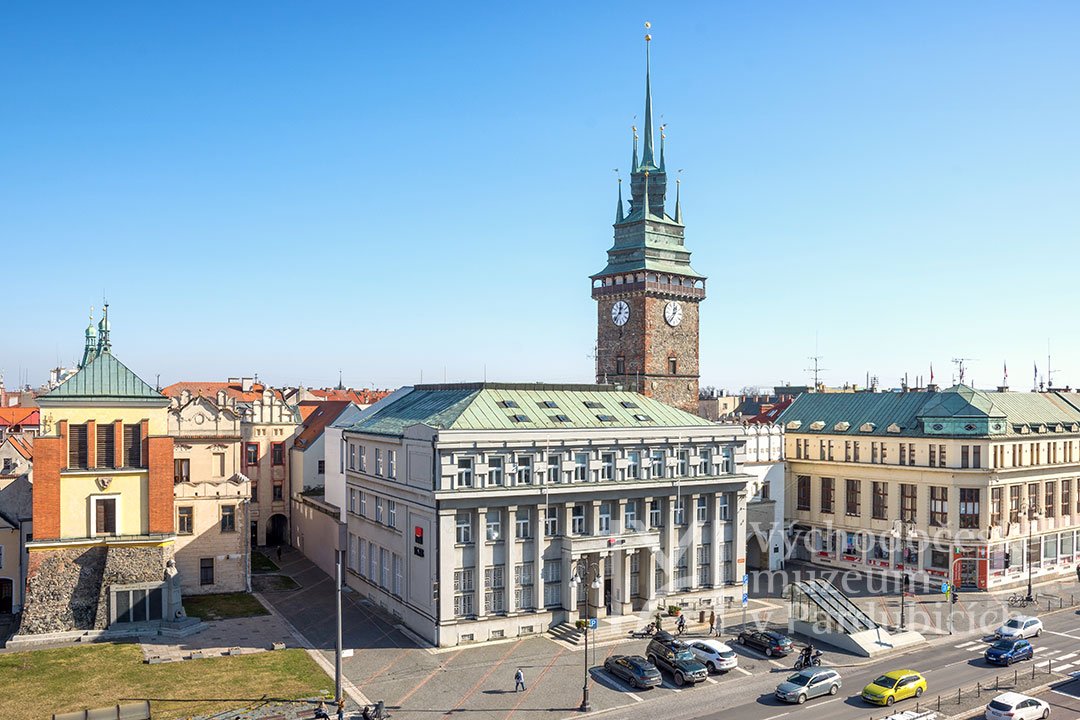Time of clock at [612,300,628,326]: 12:37
